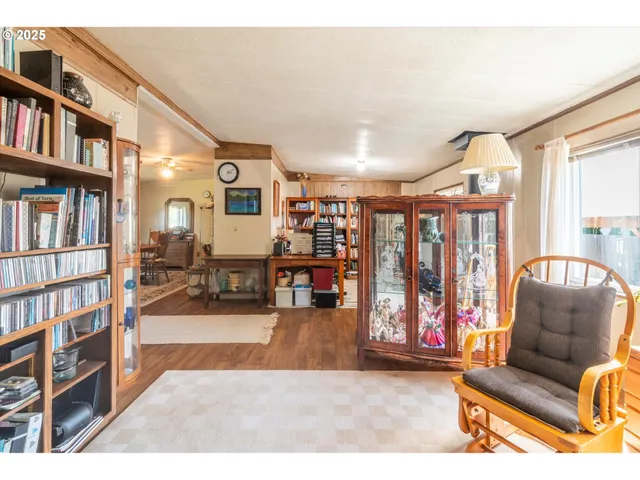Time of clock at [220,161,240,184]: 3:09
